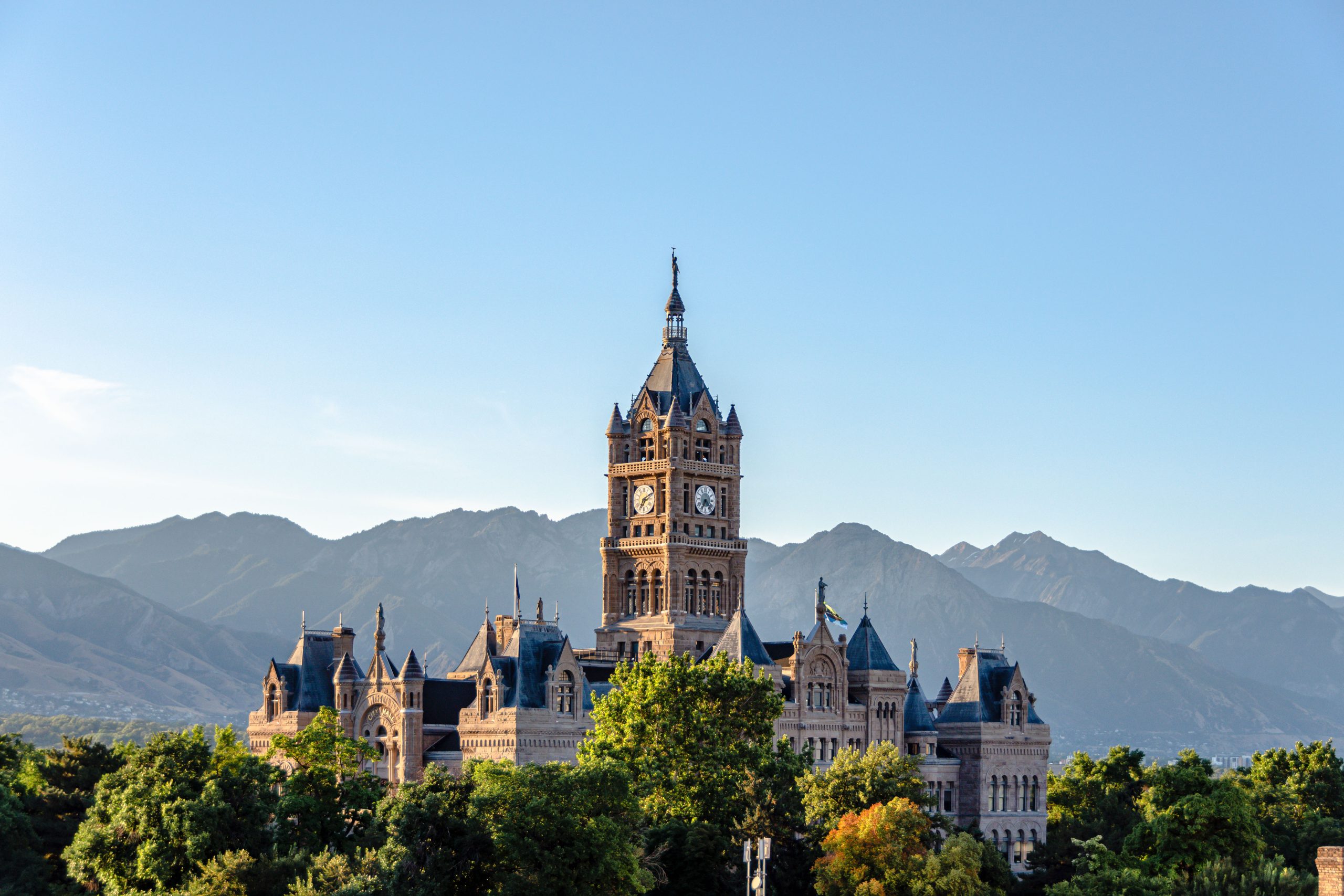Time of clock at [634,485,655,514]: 7:10
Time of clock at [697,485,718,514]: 4:34
